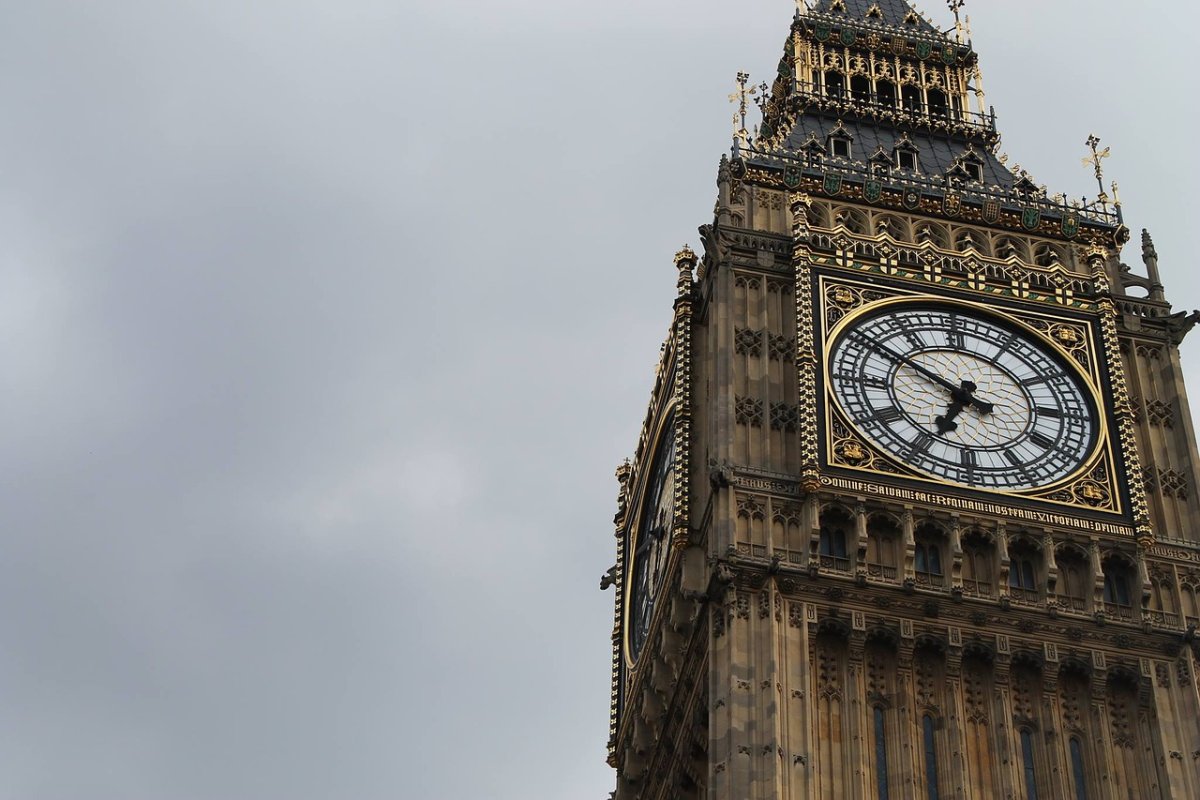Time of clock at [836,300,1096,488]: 6:50
